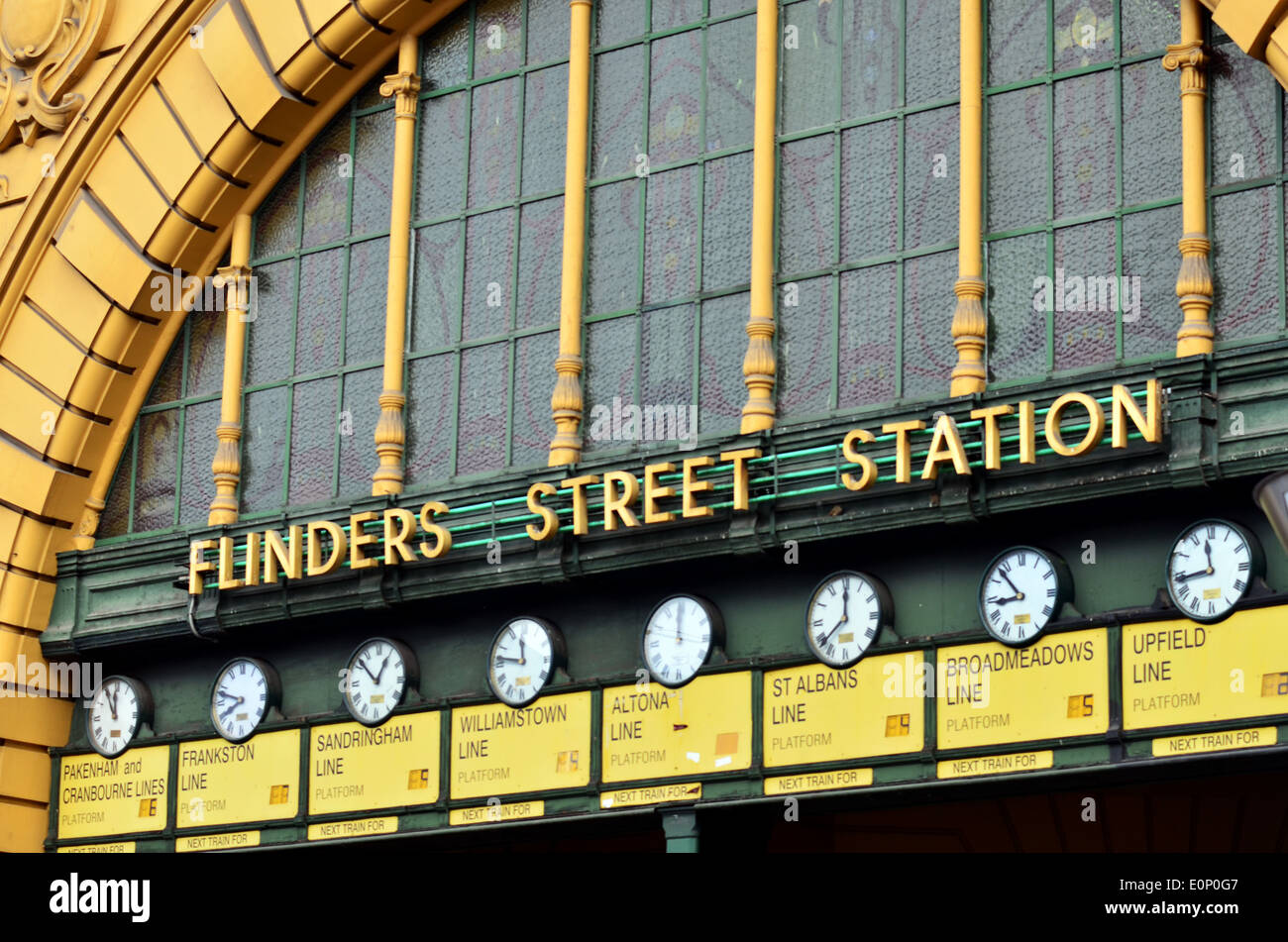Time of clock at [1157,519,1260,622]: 11:43
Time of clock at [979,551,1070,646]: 8:53
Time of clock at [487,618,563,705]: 11:46
